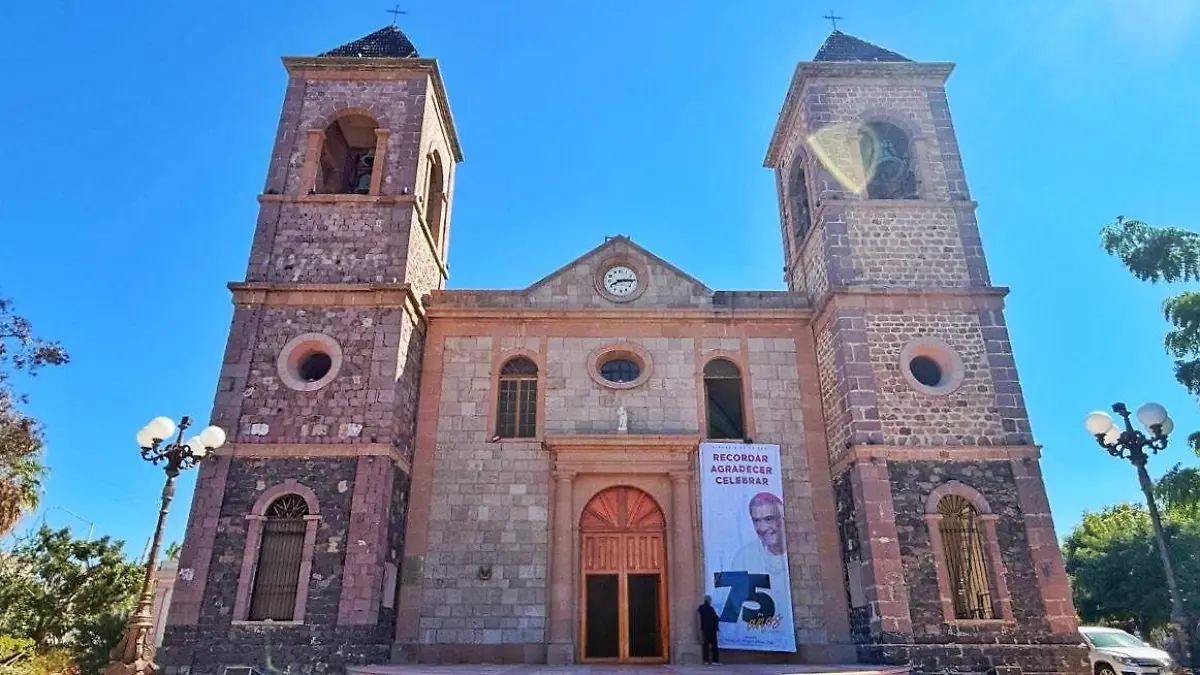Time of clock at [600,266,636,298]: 8:14
